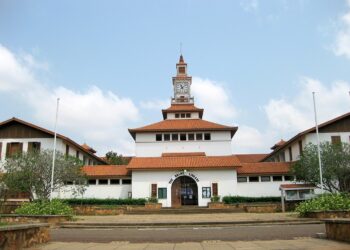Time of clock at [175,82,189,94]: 11:07
